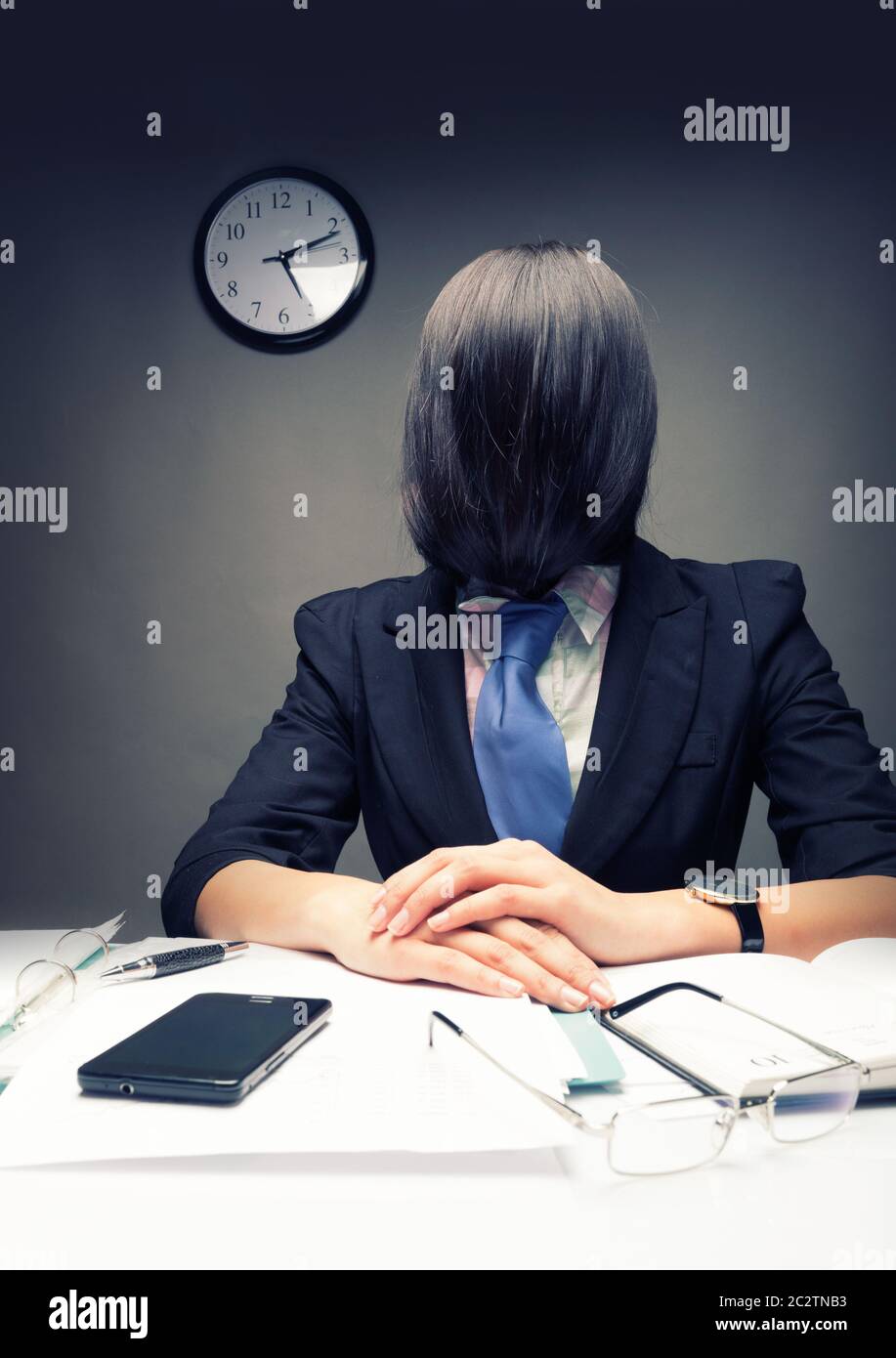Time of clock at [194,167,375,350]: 5:11
